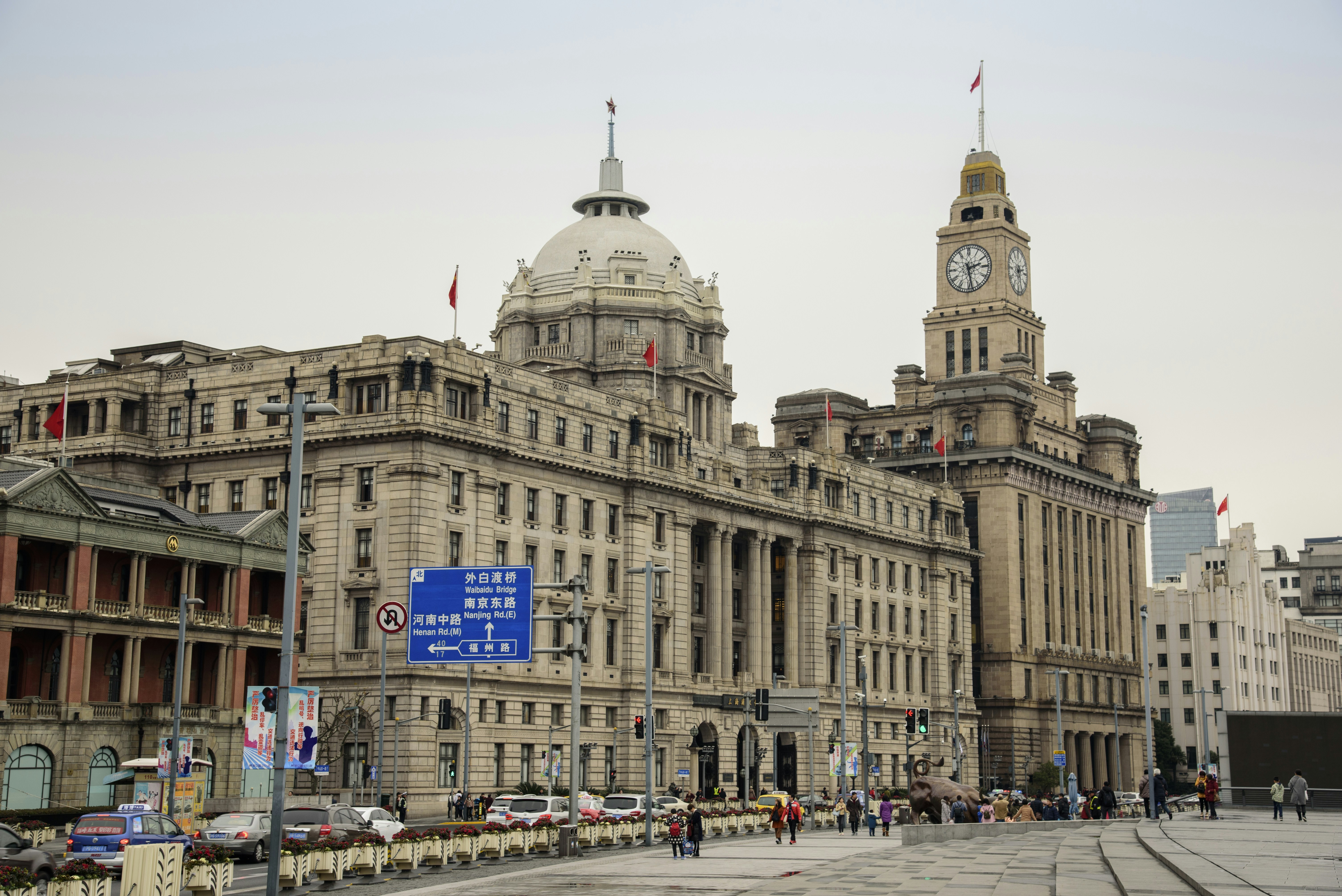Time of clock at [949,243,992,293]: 2:28
